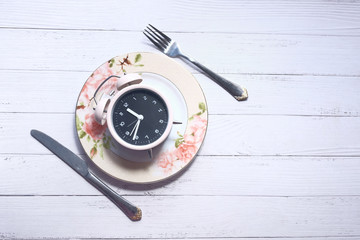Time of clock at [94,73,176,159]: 9:31
